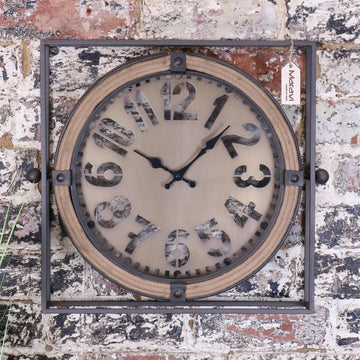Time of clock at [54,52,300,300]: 10:07
